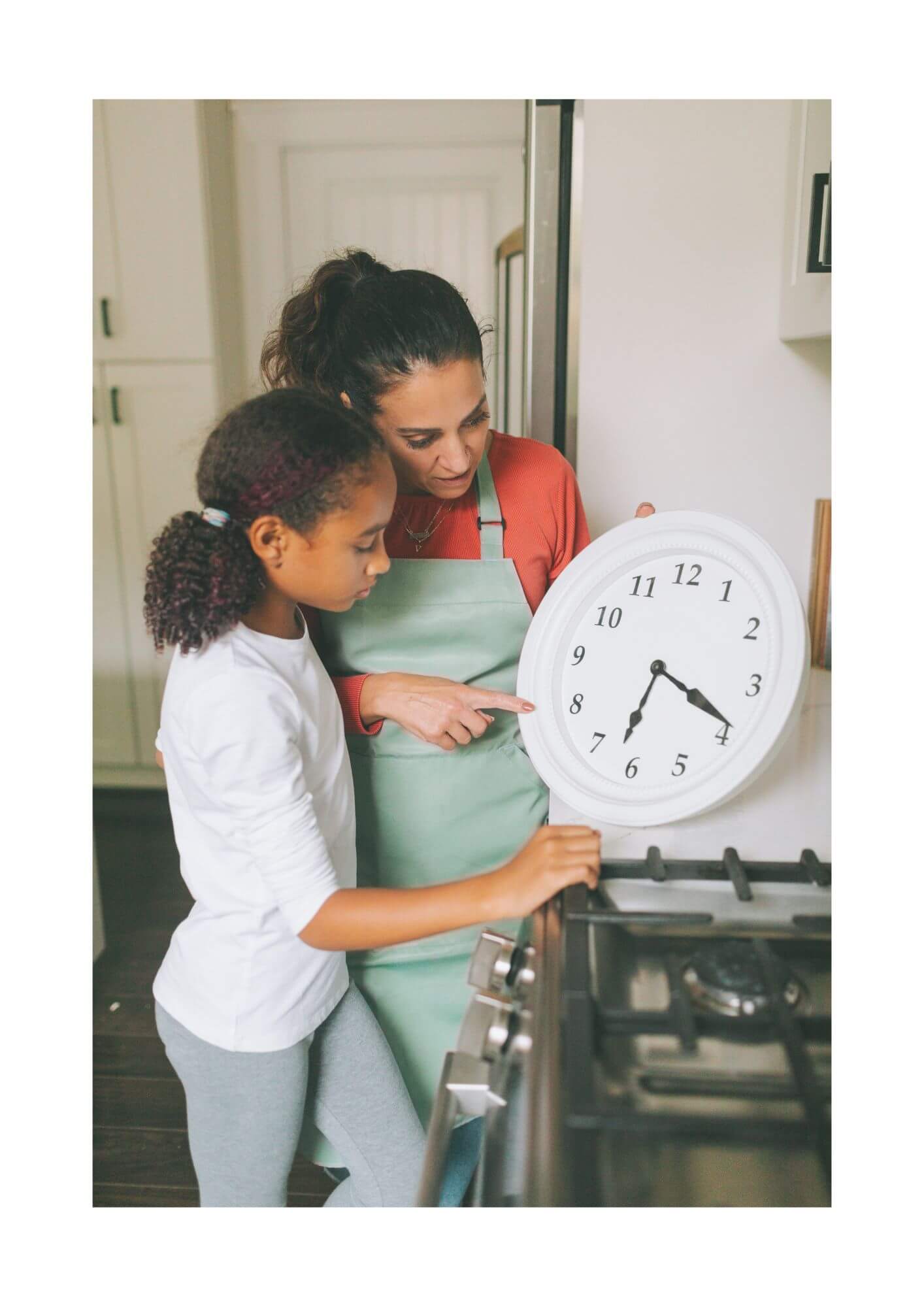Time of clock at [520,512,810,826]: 6:18
